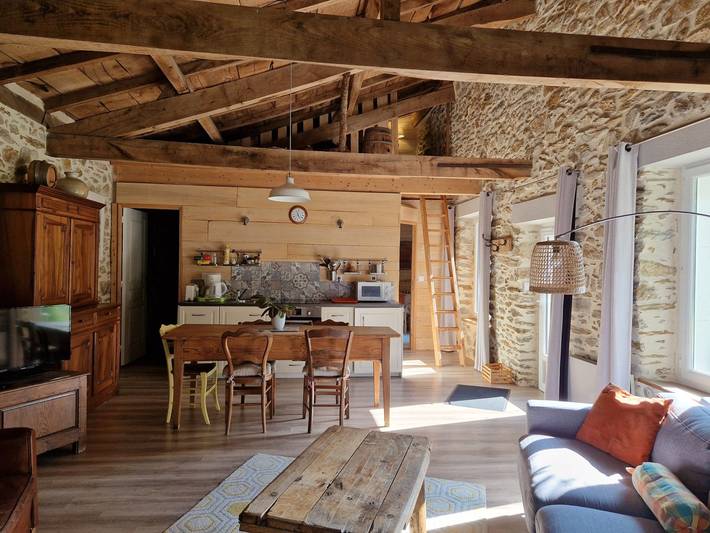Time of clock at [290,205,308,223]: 11:25
